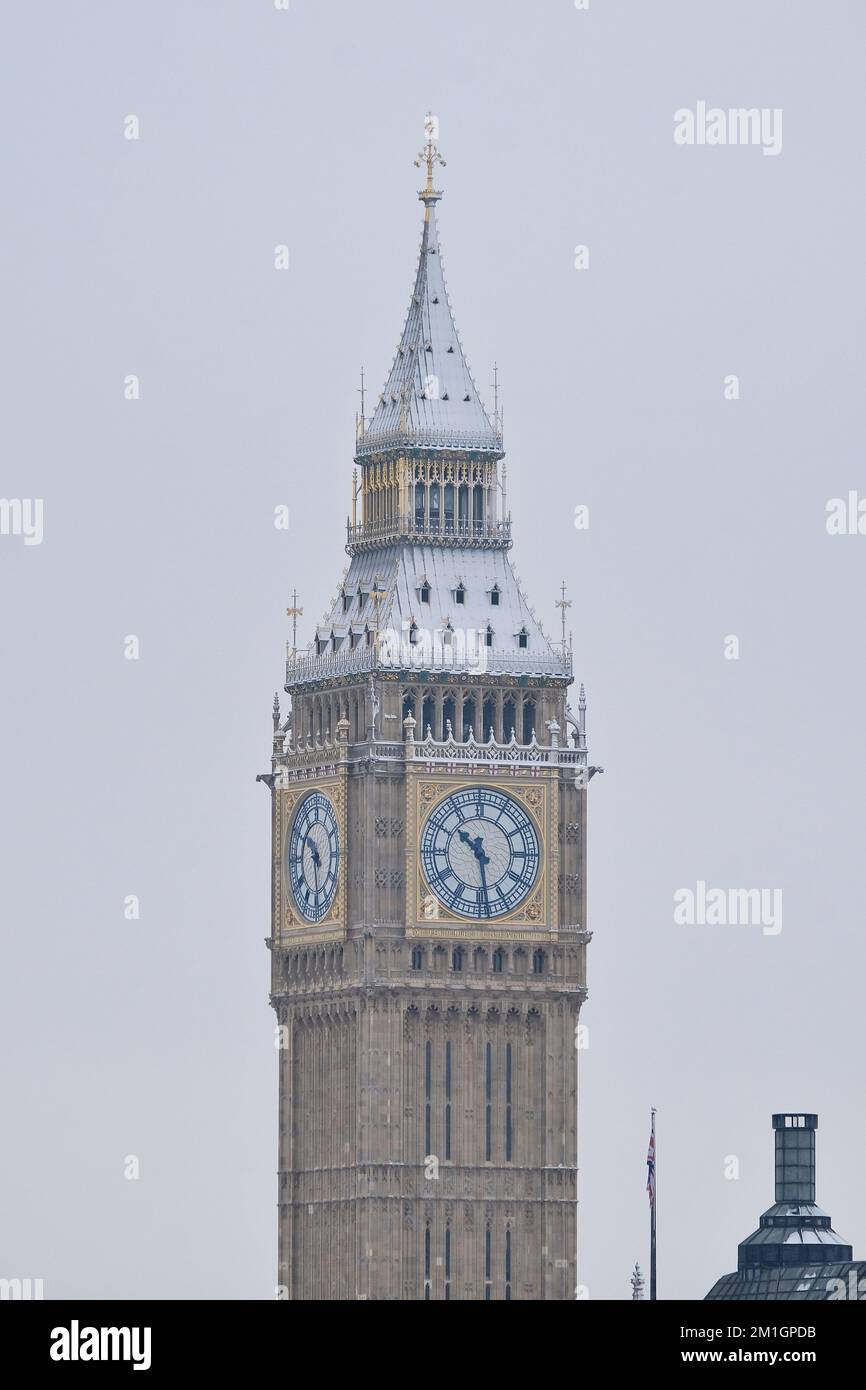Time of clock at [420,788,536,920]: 10:28
